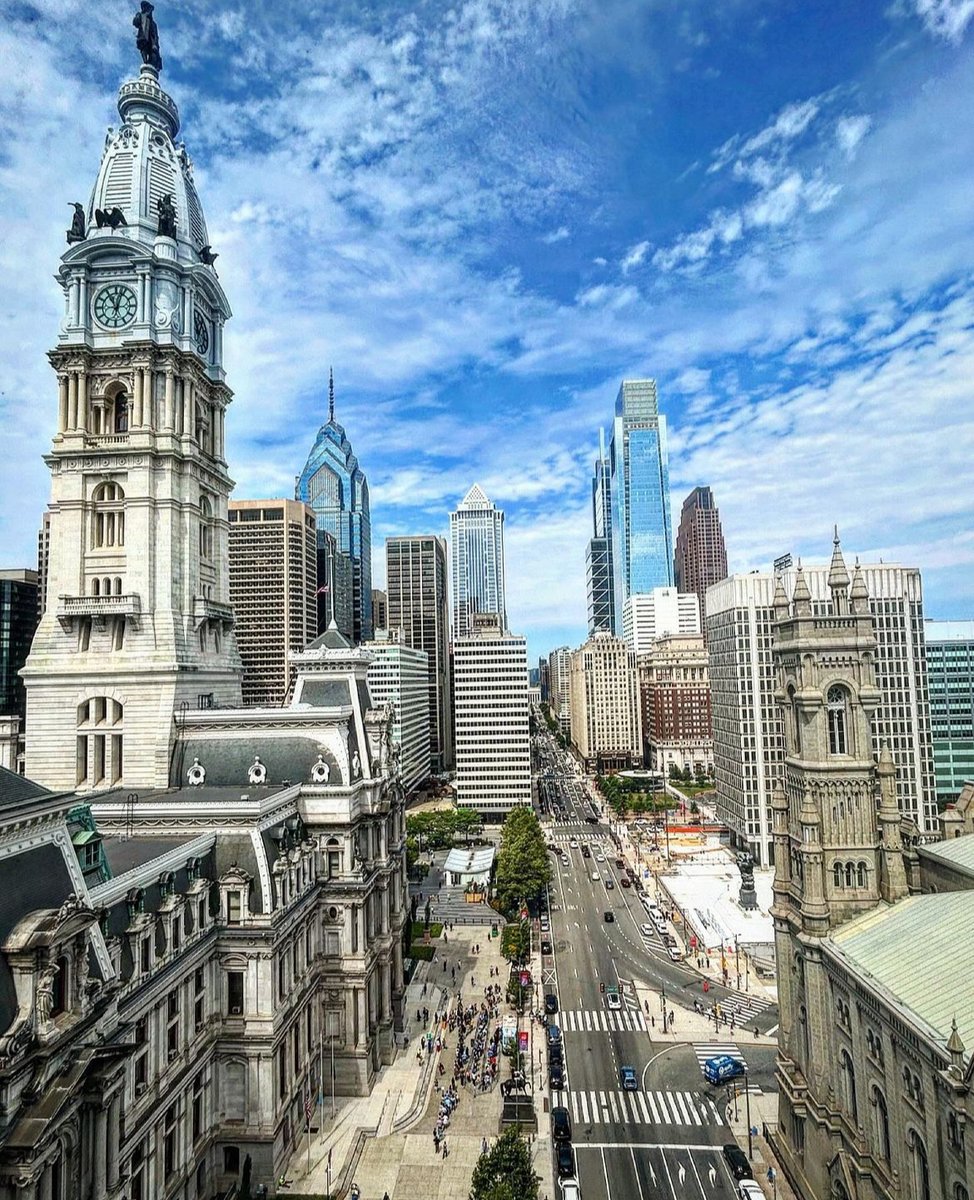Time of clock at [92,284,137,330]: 11:02
